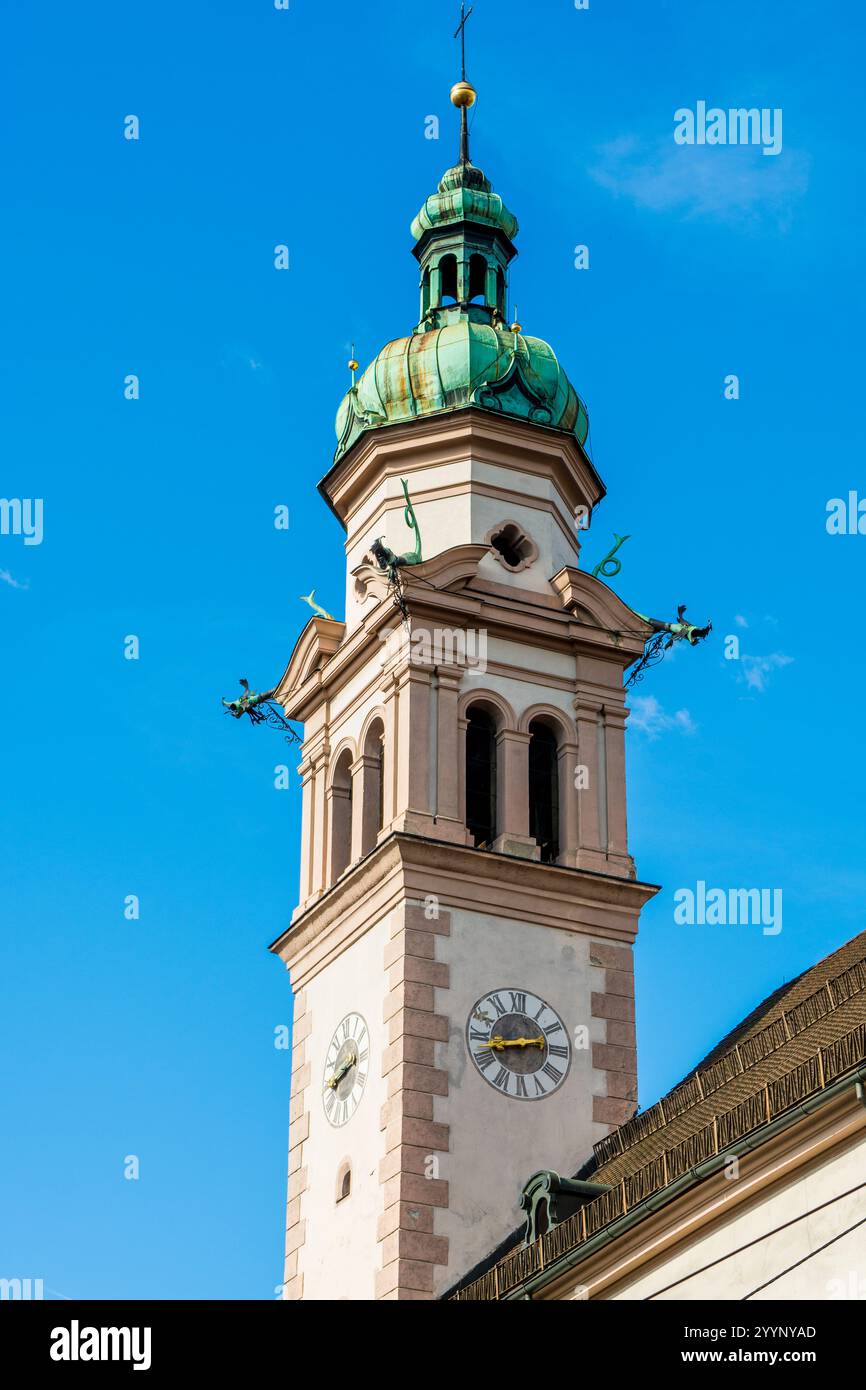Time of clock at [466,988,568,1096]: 2:42
